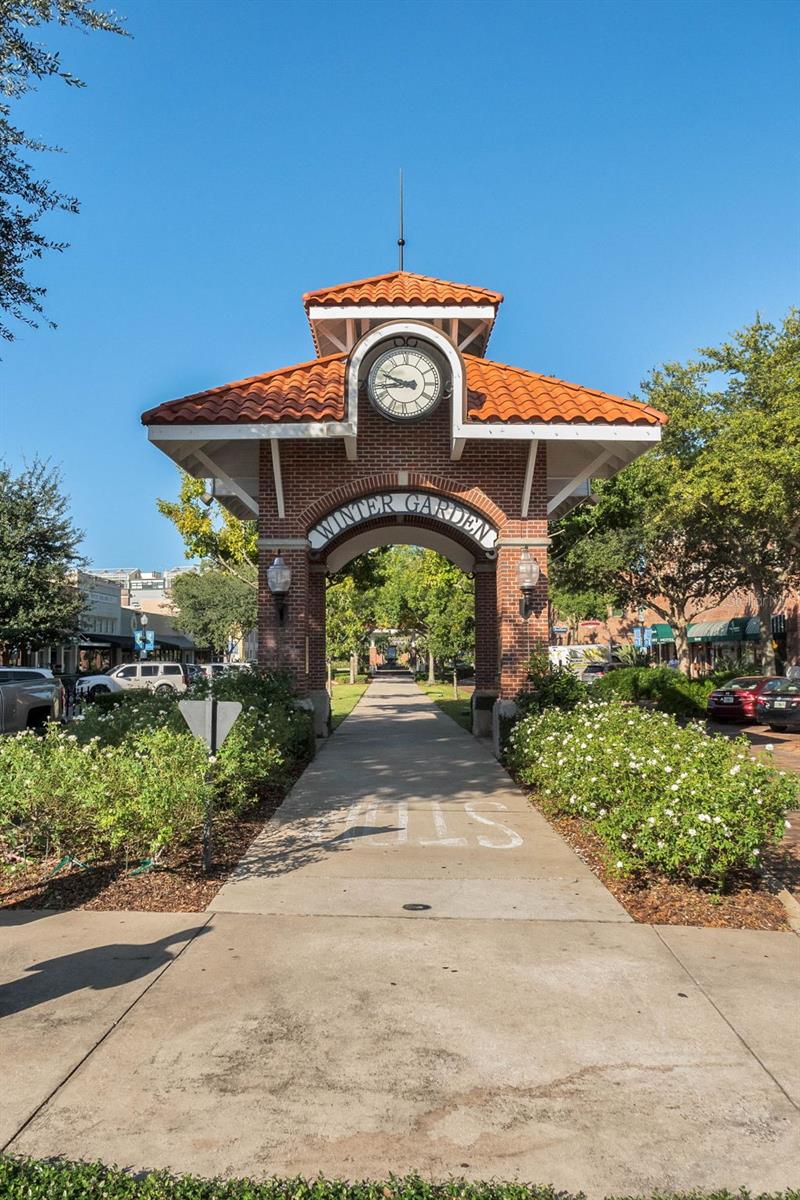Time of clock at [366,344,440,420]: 9:43
